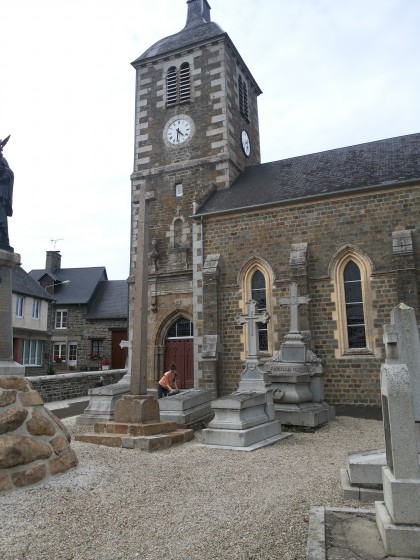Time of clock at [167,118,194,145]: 4:31
